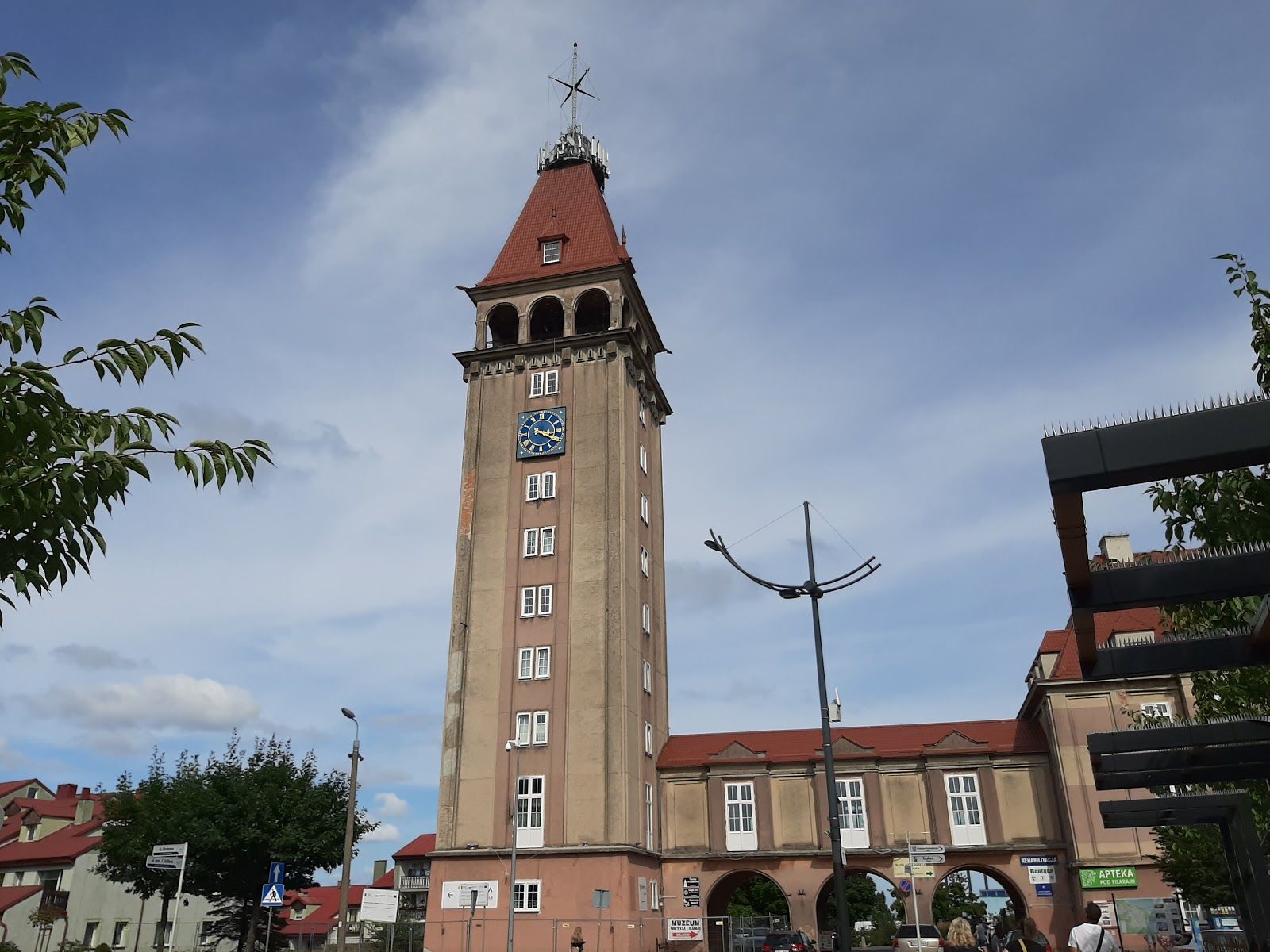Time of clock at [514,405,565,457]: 3:20
